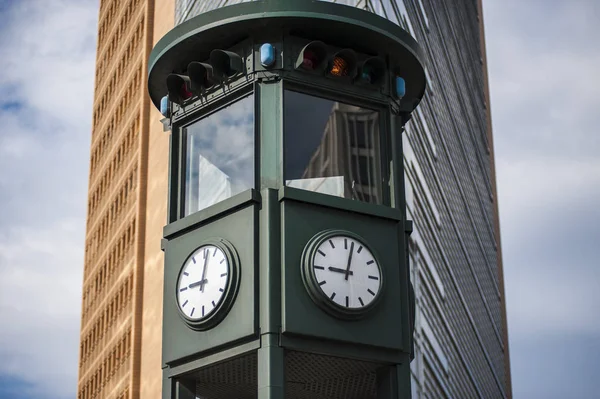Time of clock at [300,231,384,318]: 9:02
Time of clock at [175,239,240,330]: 9:01
